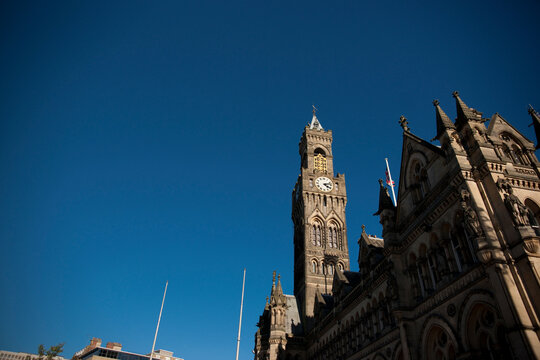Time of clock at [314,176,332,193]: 4:12
